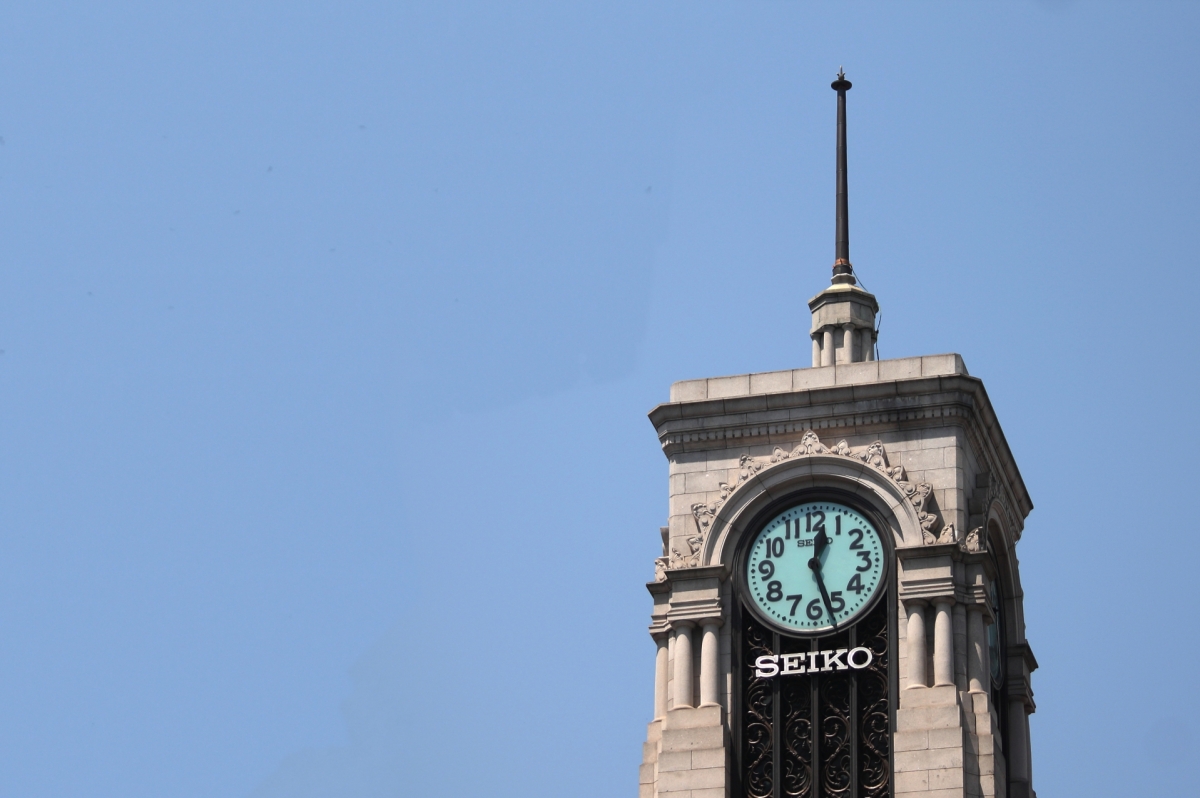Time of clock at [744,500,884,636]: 12:26
